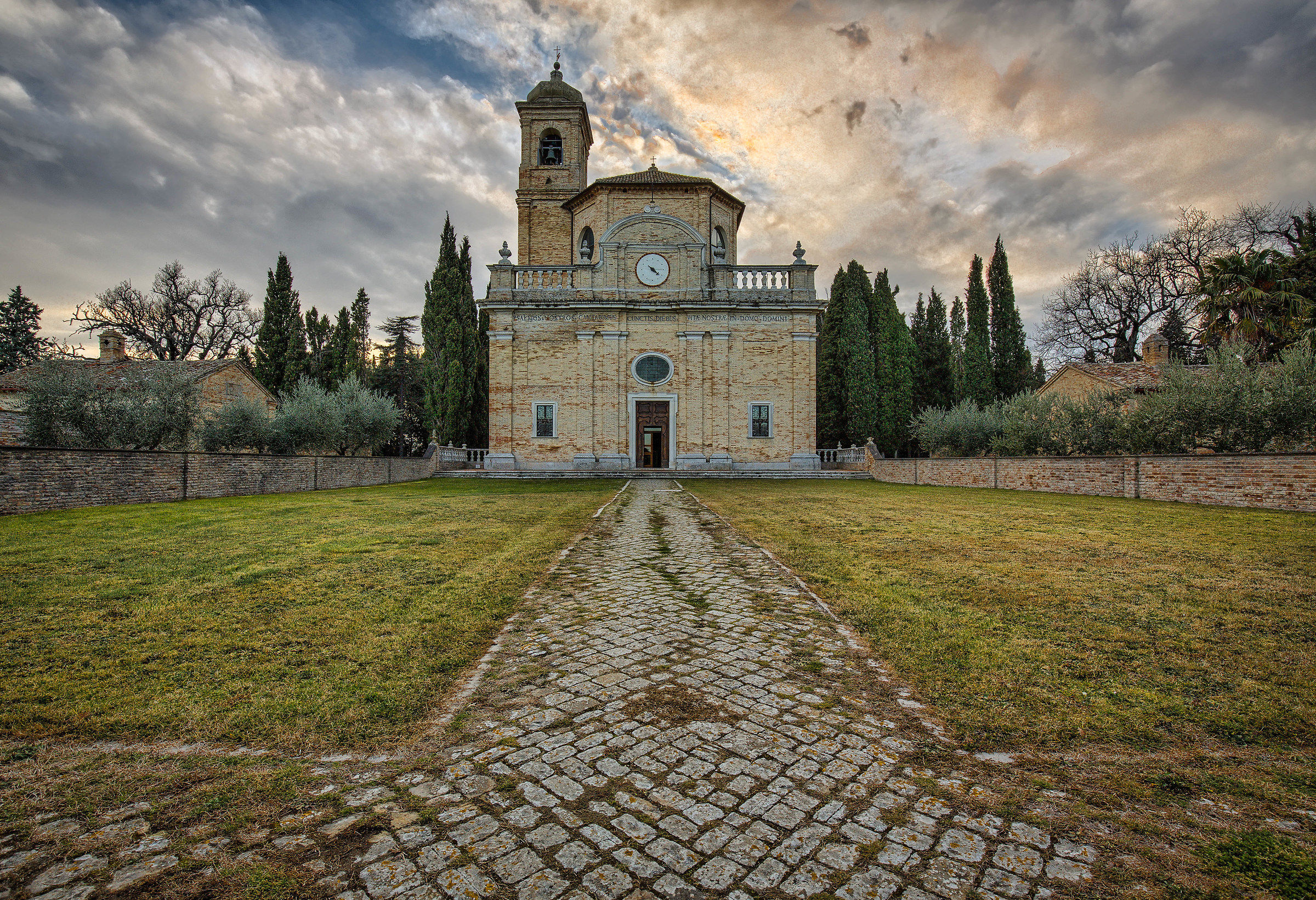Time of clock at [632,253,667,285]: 4:21
